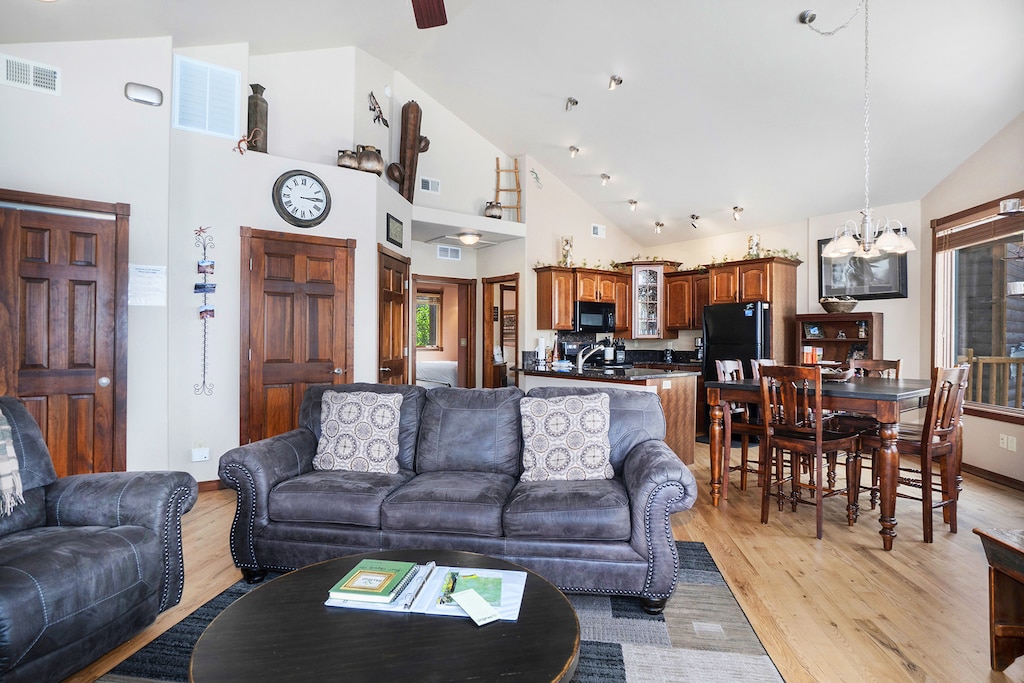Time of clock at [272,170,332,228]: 3:14
